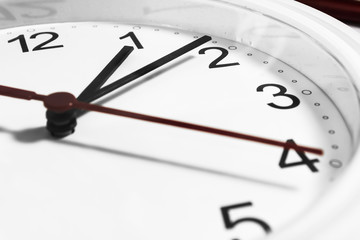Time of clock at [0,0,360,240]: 1:08
